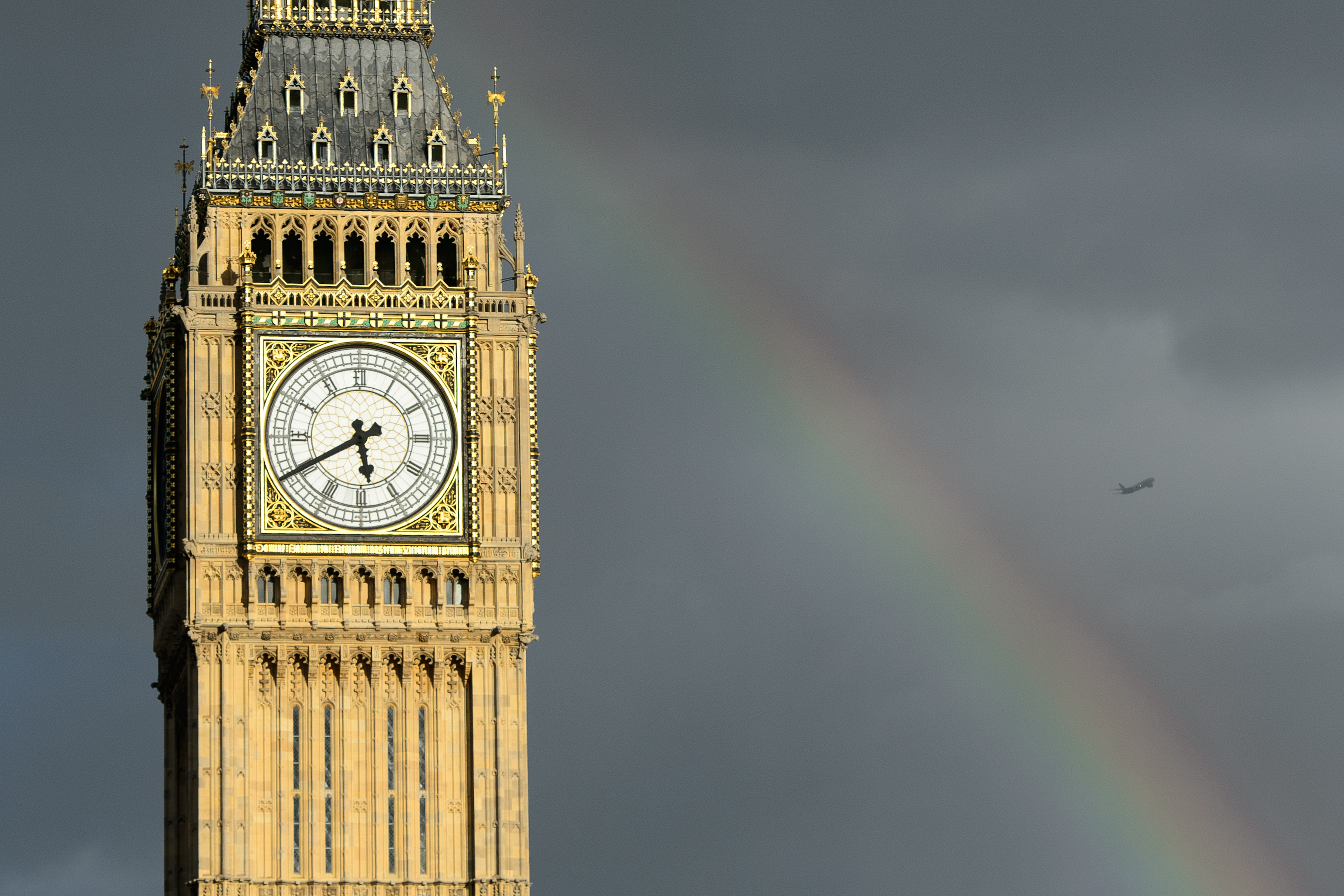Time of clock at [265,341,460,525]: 5:40
